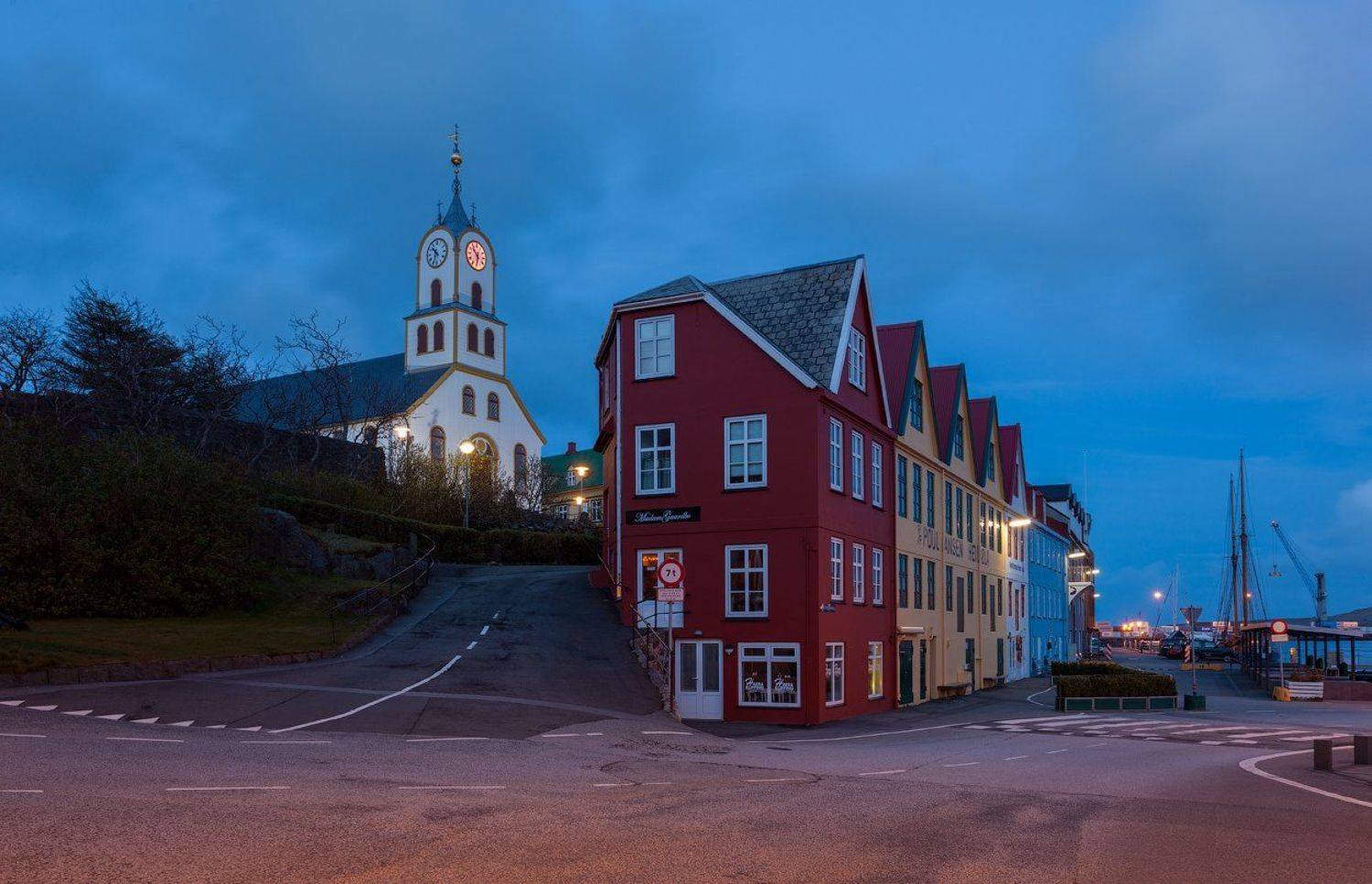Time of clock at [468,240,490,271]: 10:32
